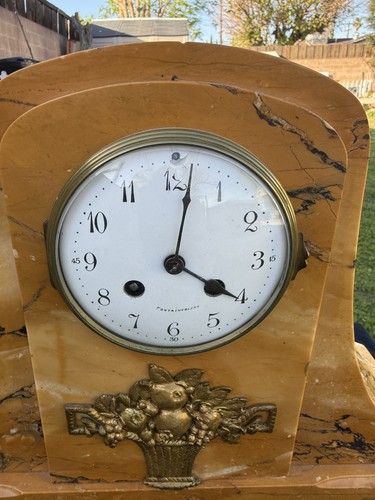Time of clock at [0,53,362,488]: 4:01
